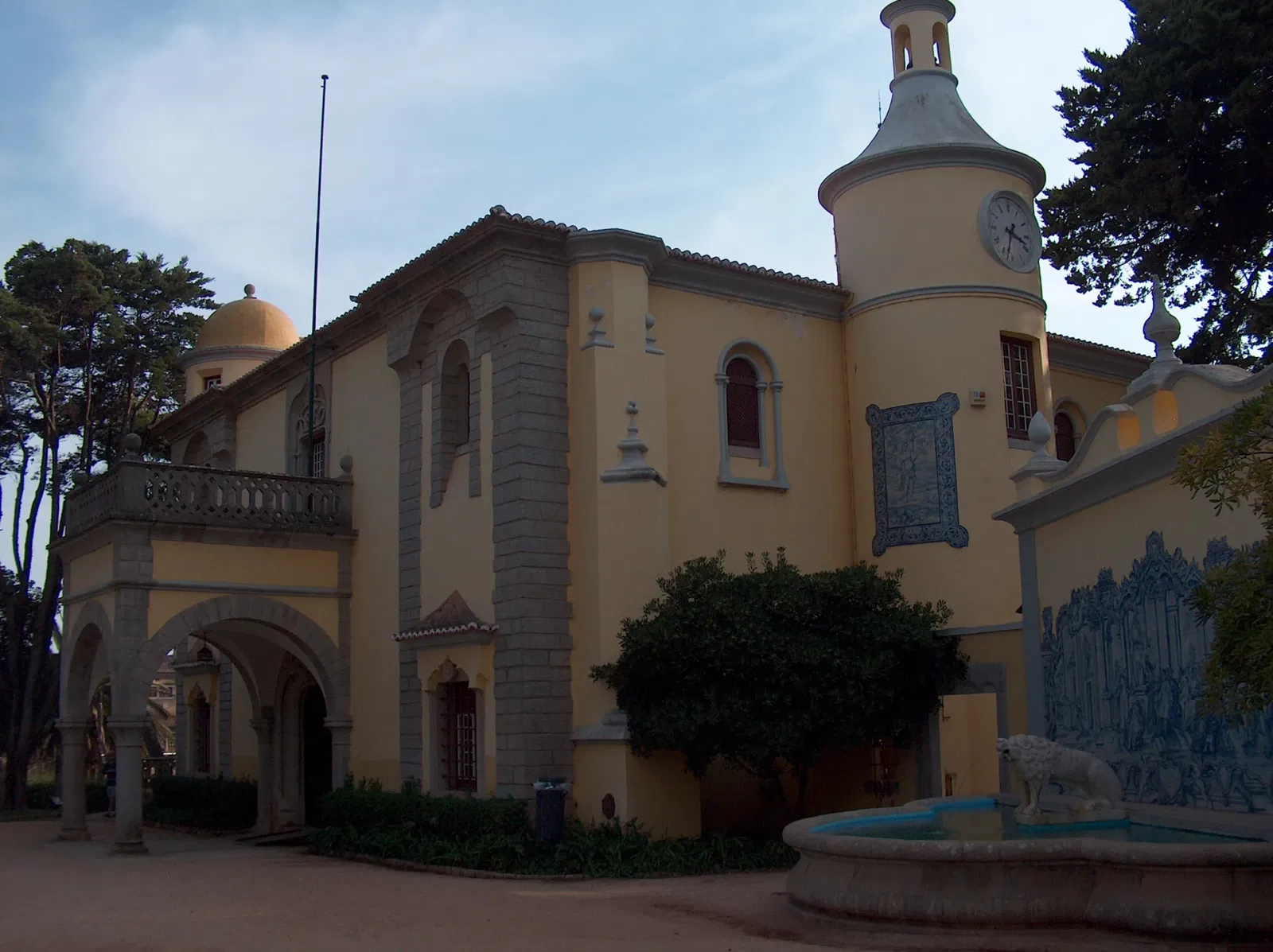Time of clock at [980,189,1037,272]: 3:32
